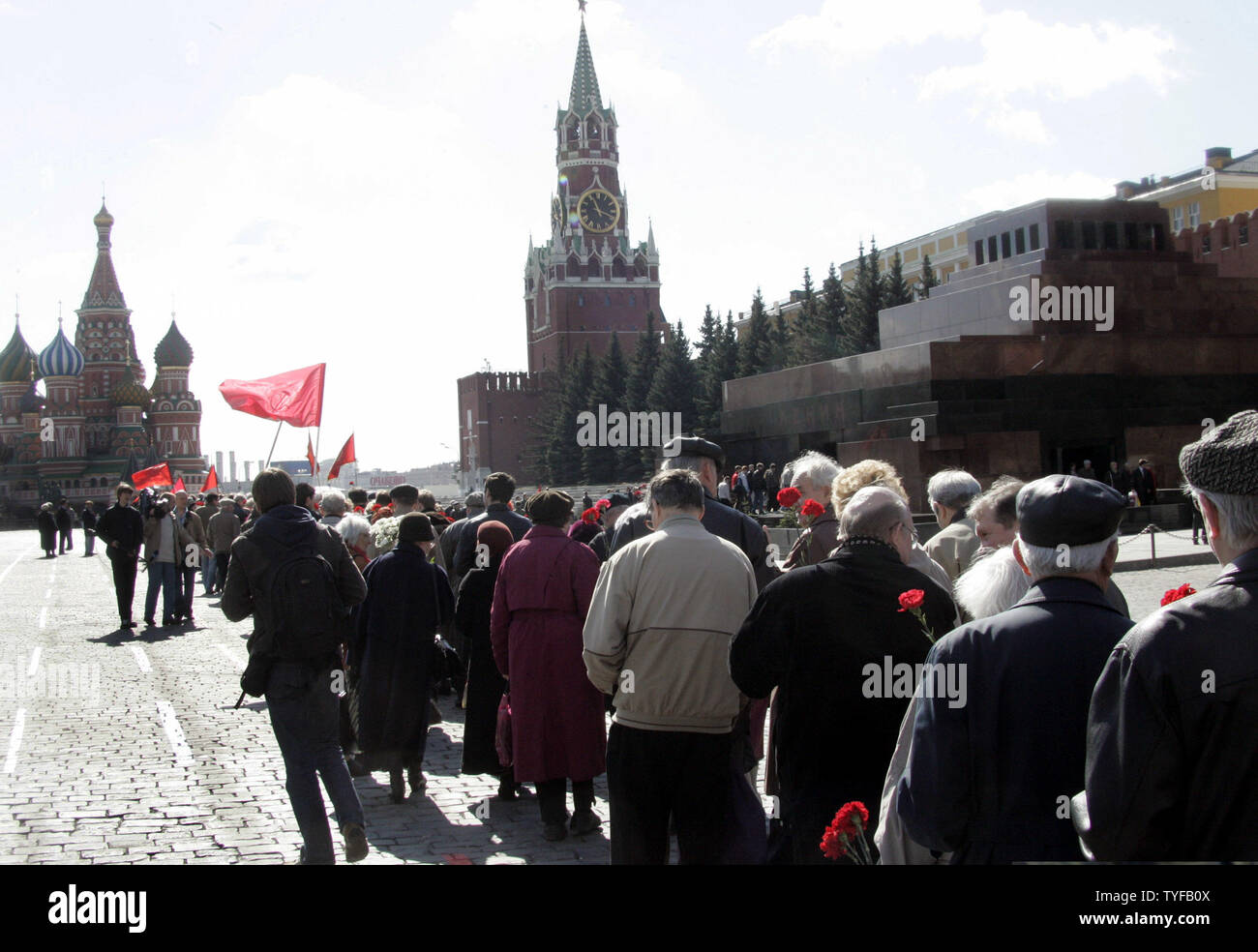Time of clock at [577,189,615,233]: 11:18
